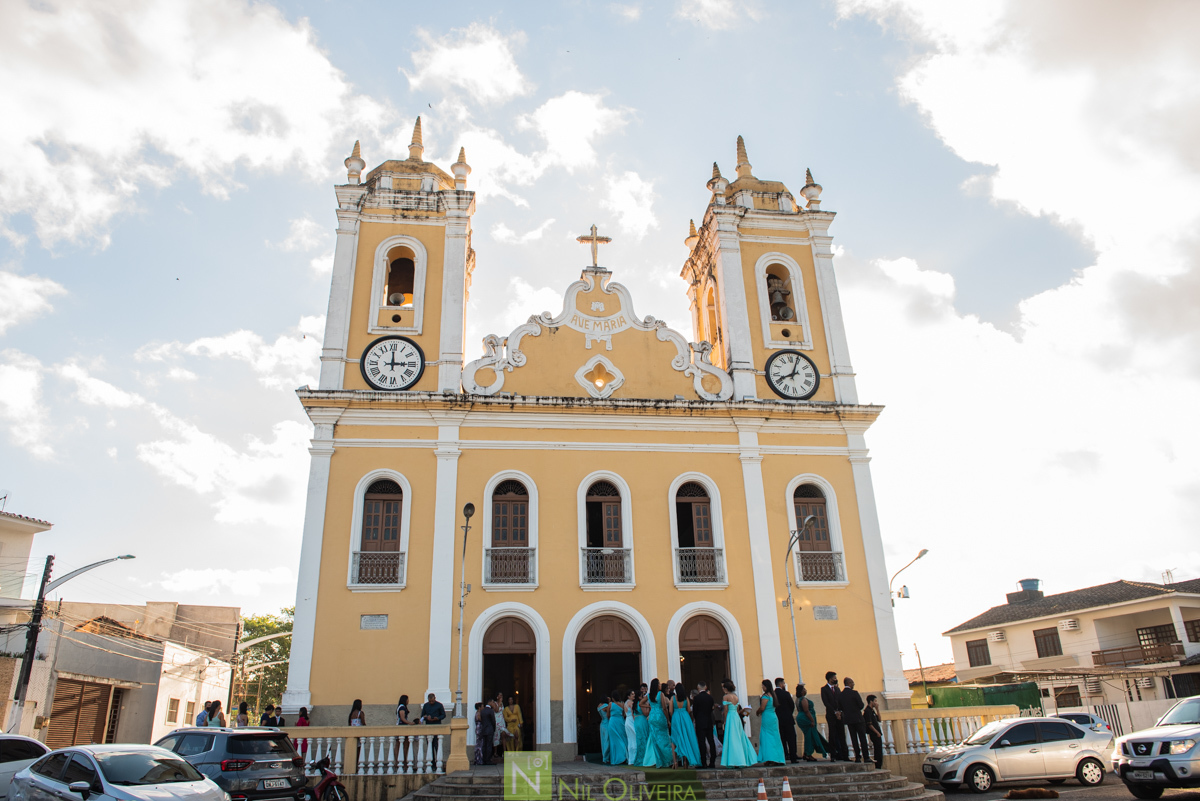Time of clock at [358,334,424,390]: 3:00
